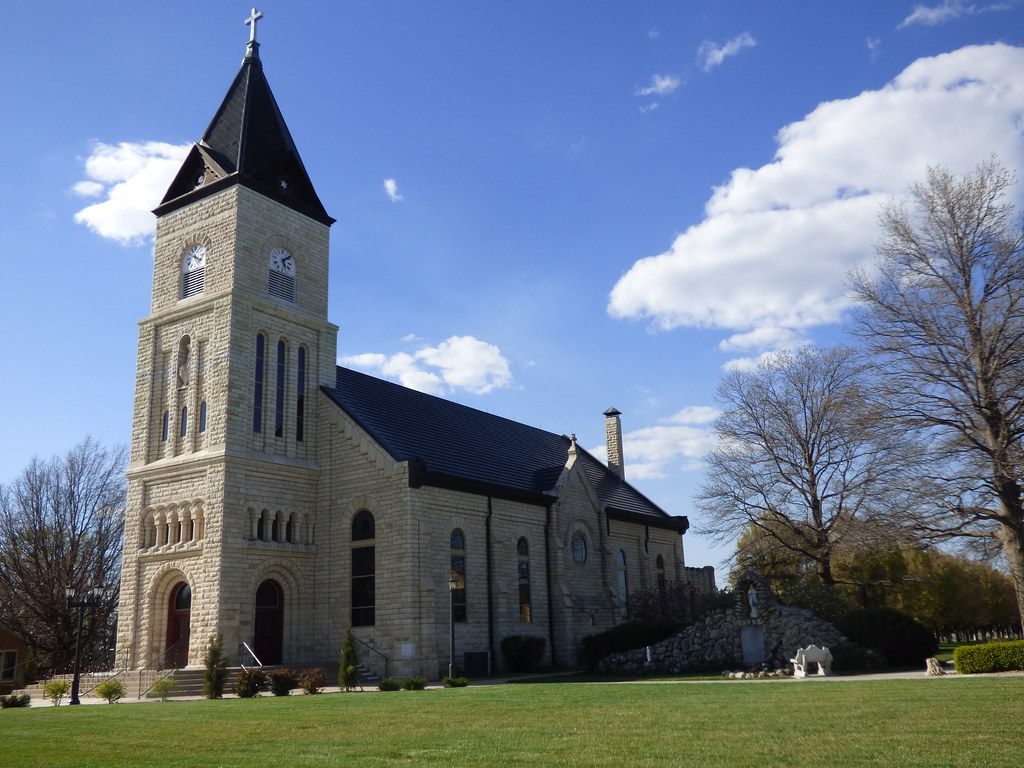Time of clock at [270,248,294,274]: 5:08
